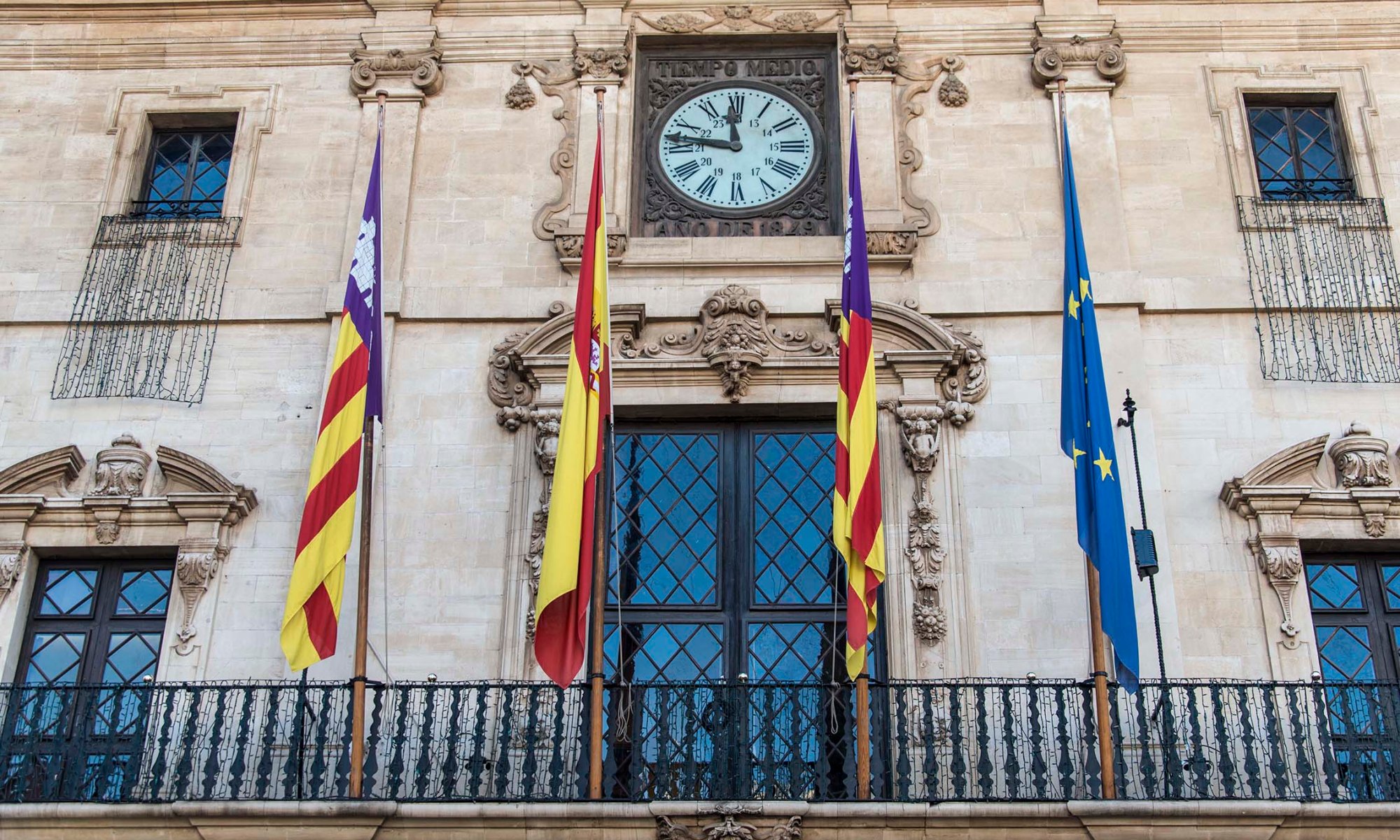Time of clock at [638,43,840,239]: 11:46
